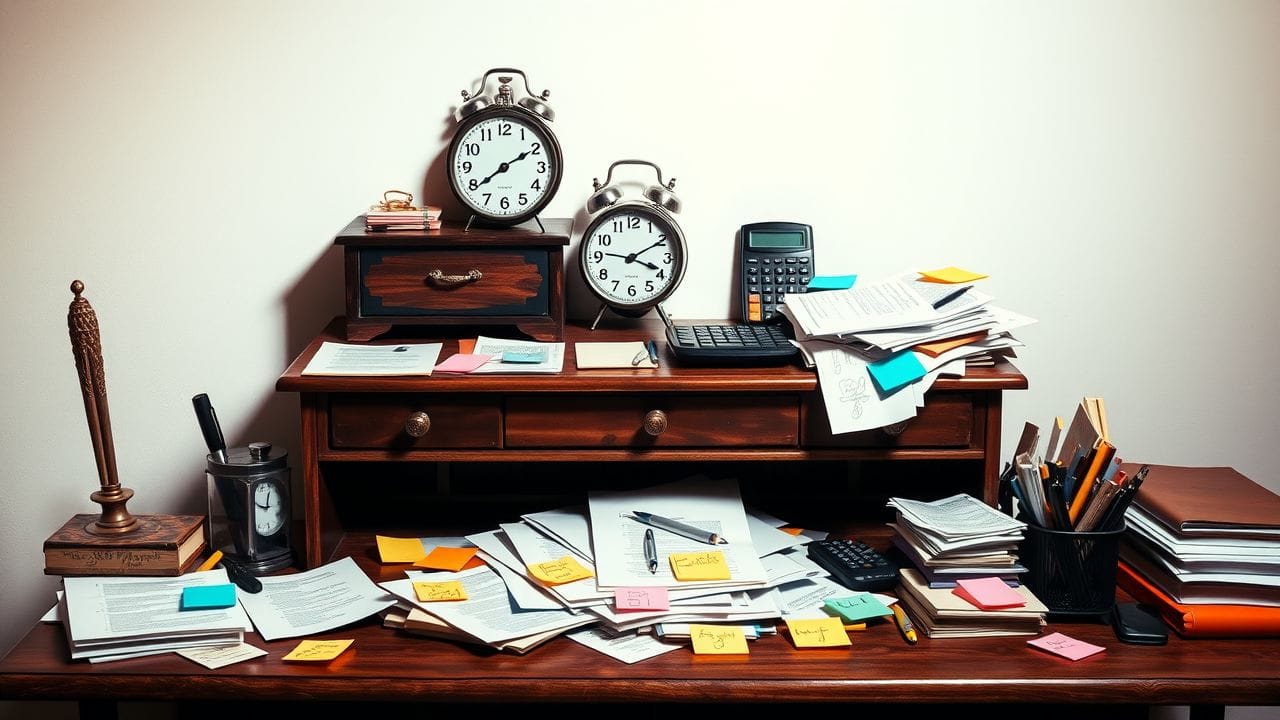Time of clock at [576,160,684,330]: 3:46
